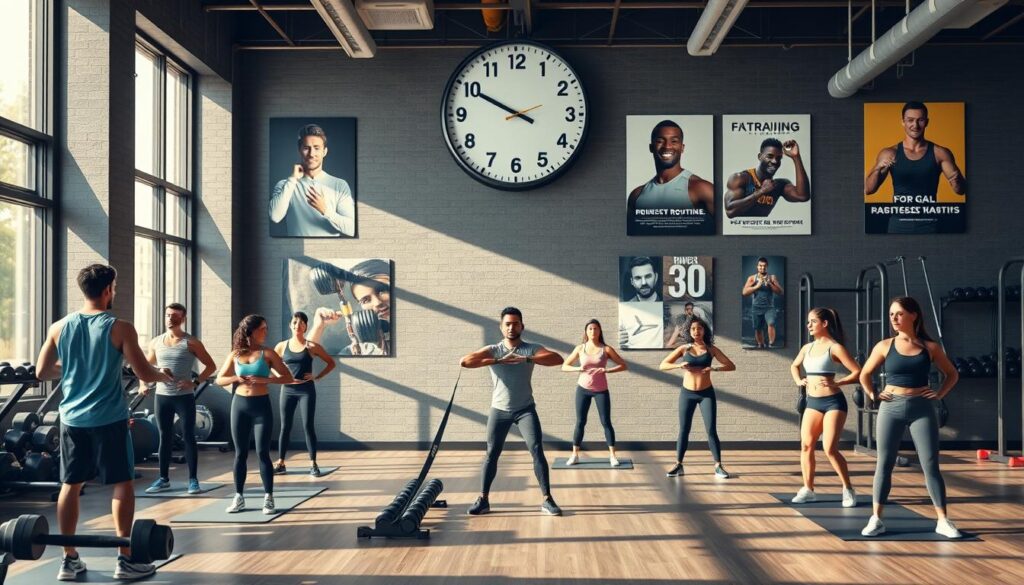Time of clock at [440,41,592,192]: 9:49
